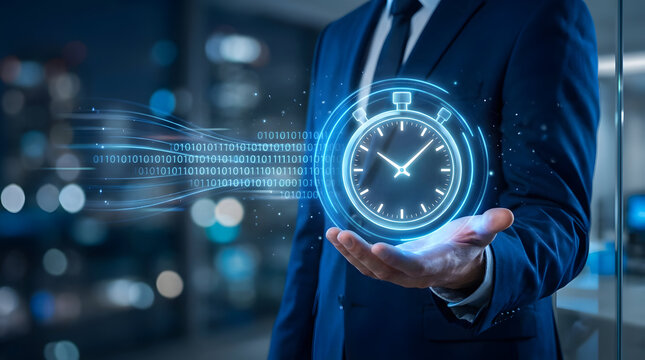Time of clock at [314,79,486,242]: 10:07
